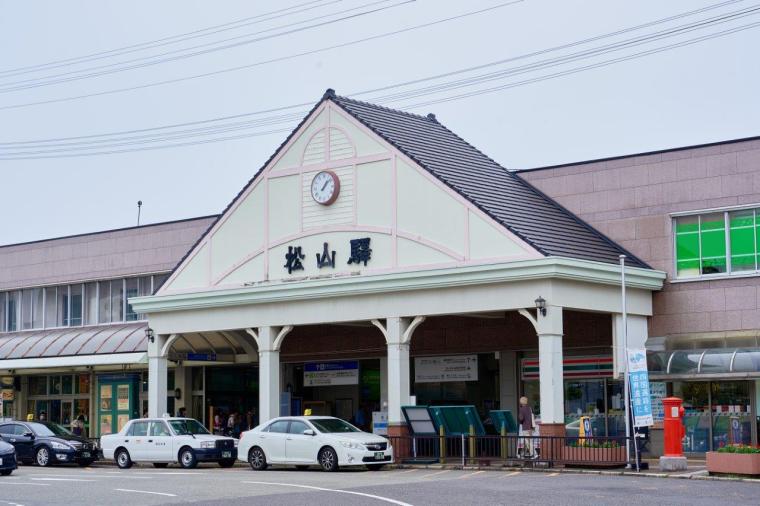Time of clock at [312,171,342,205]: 1:07
